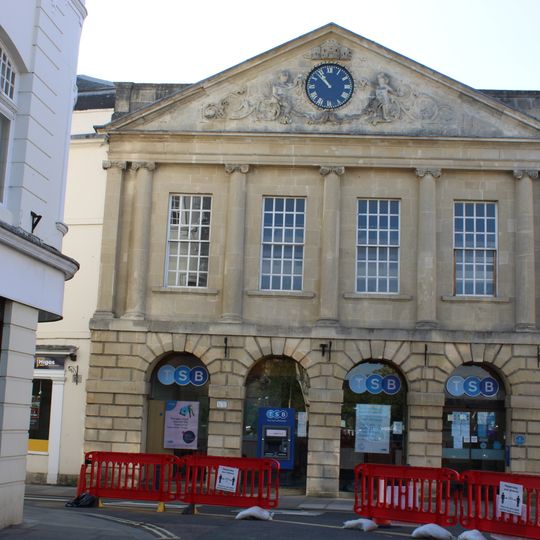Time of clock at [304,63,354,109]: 10:52
